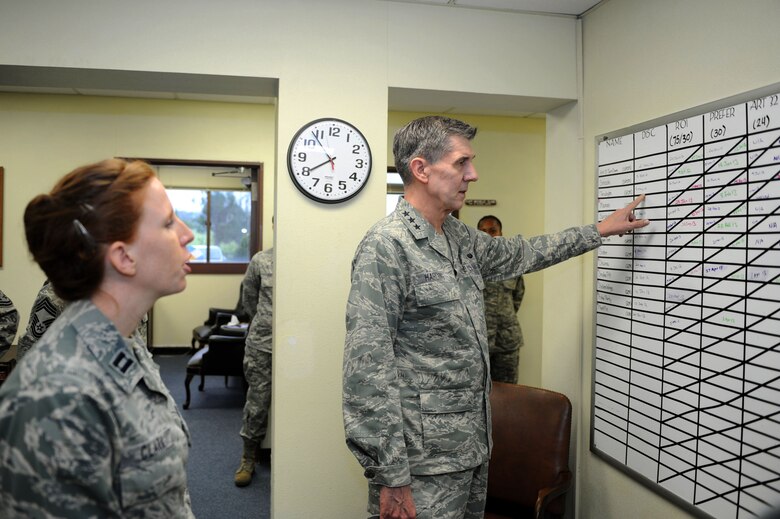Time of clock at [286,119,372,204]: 7:53
